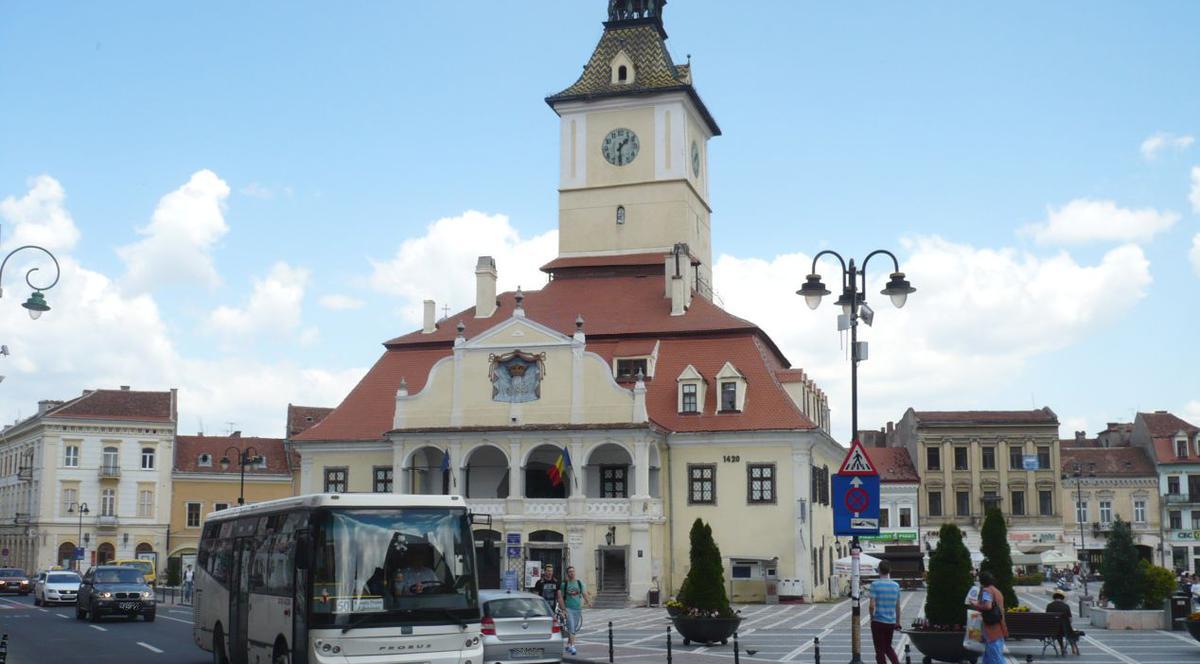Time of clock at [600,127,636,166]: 1:30
